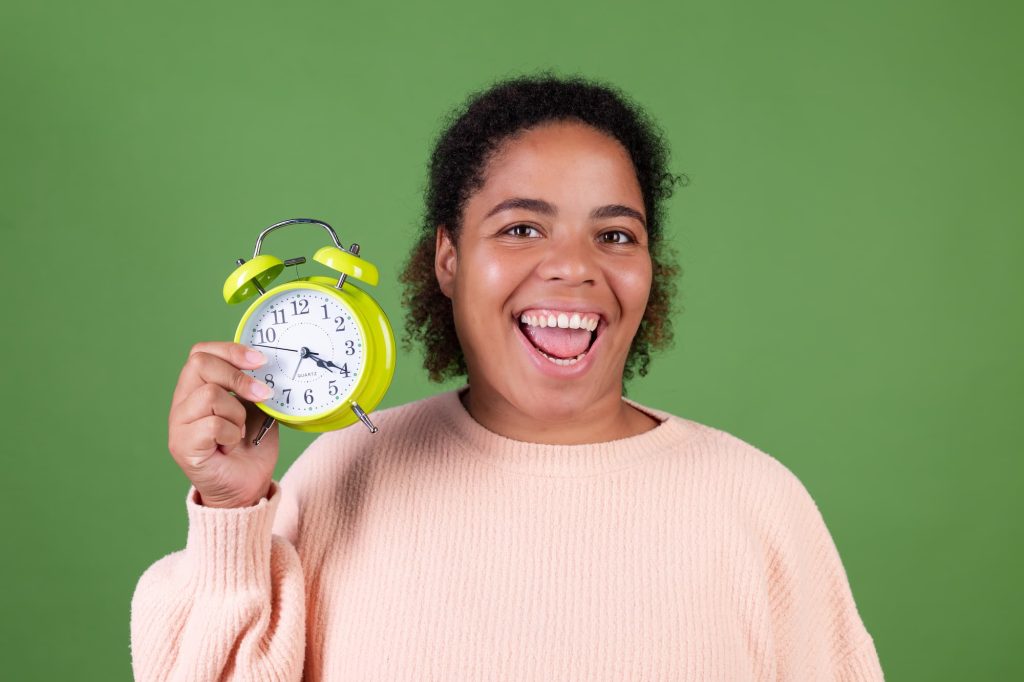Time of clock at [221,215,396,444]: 4:20
